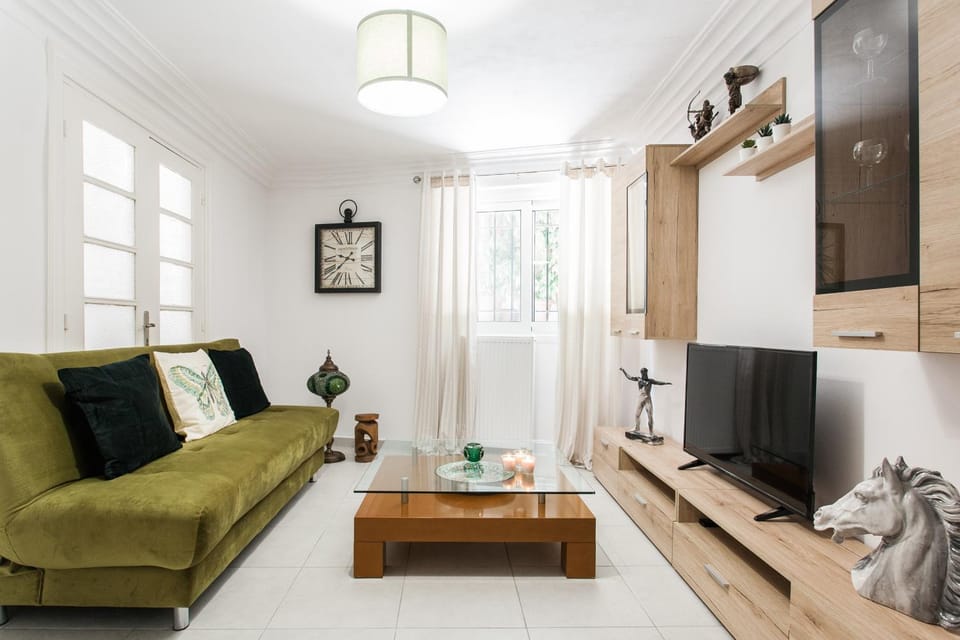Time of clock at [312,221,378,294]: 9:37
